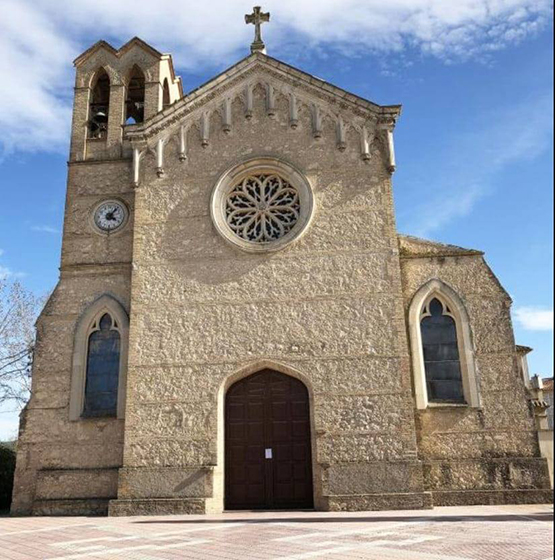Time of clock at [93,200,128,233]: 4:06
